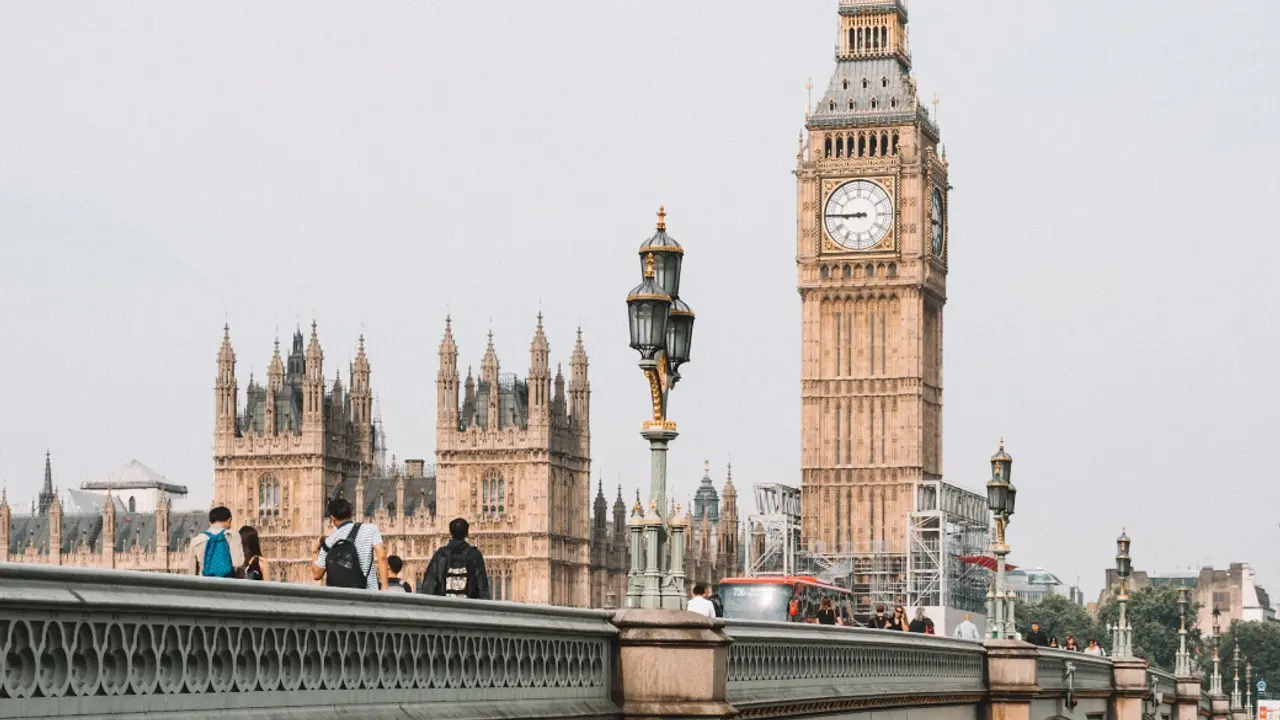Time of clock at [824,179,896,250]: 8:45
